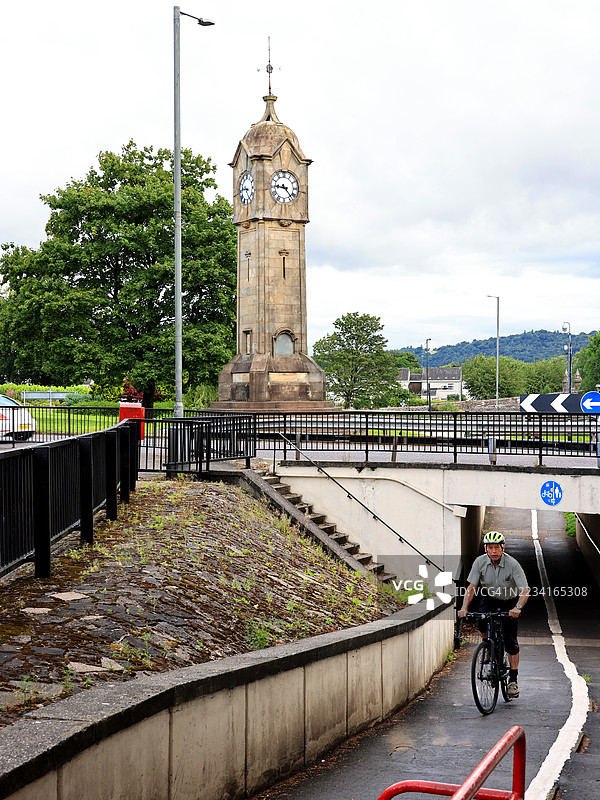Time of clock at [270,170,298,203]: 9:23
